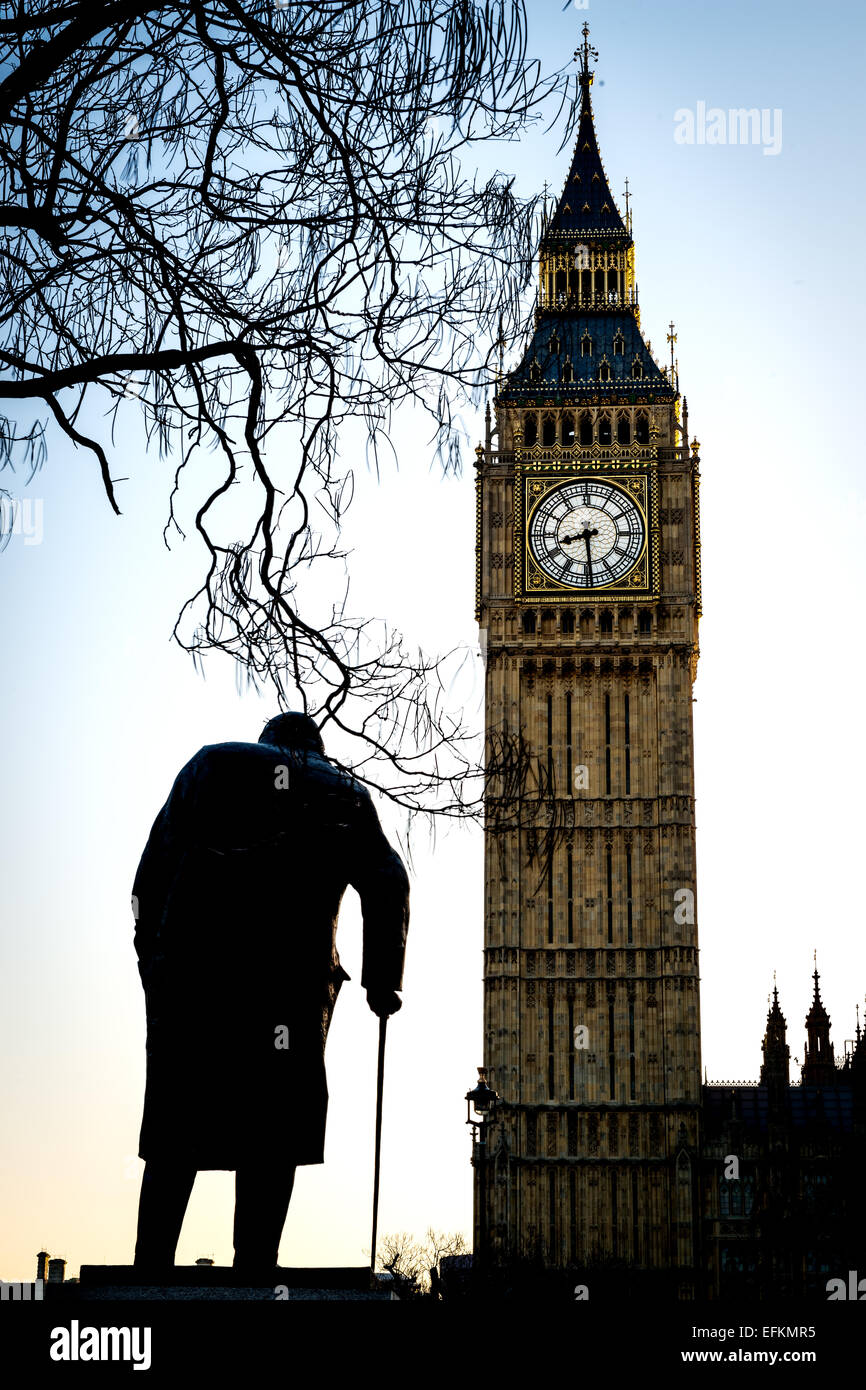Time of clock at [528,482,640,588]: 8:29
